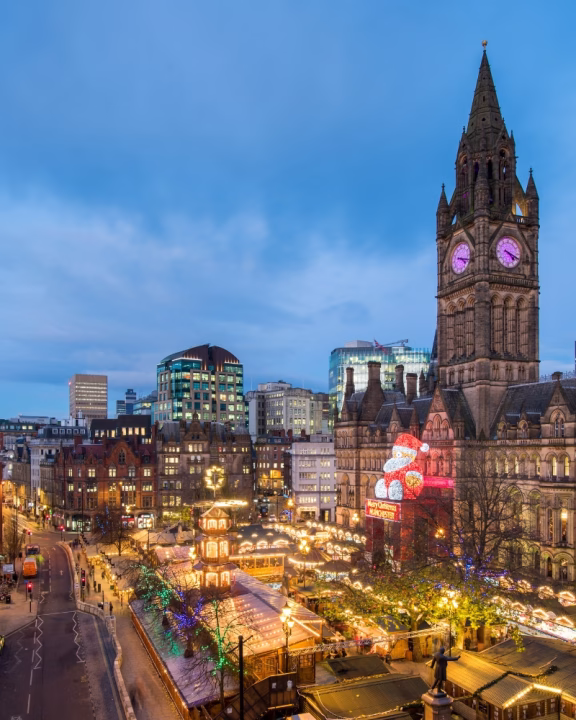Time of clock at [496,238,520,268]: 4:18
